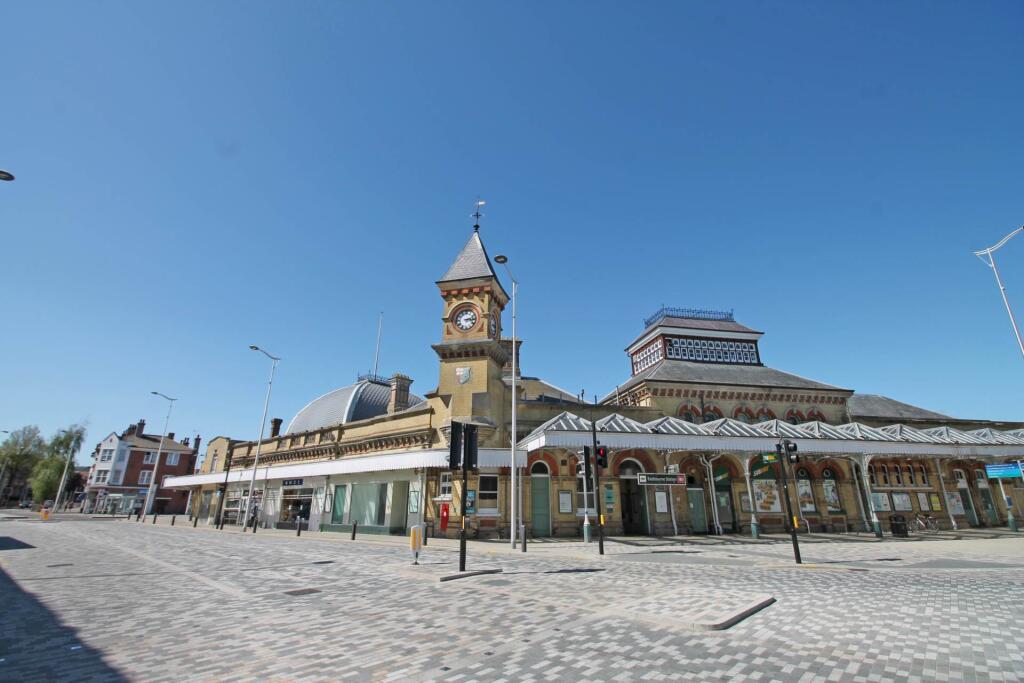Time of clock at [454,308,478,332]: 3:12
